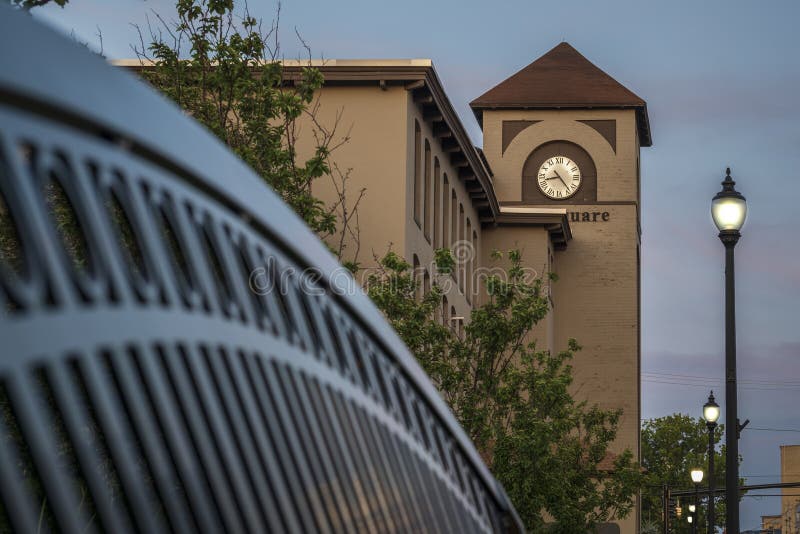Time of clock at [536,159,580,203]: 8:23
